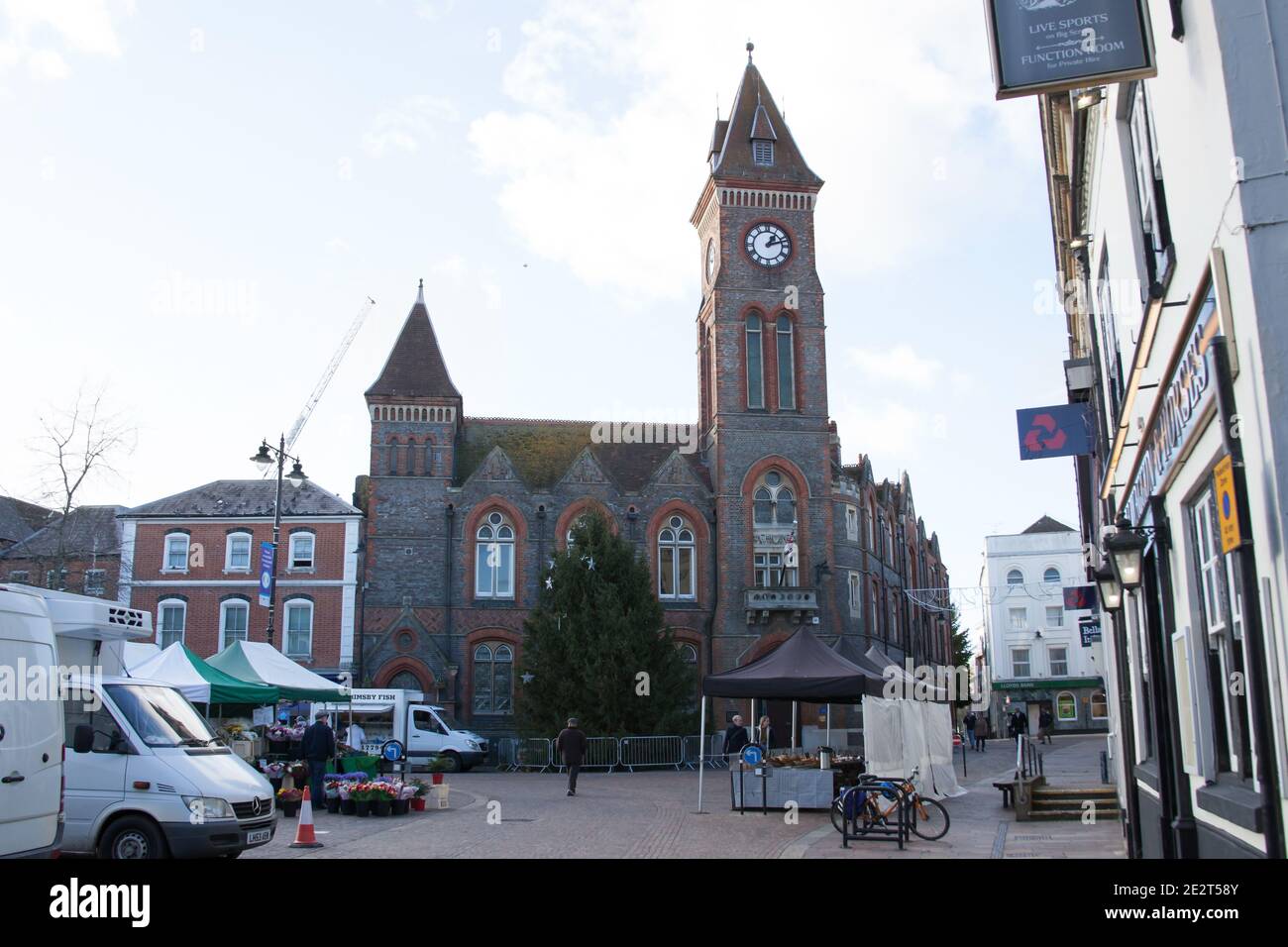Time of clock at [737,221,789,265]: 1:12
